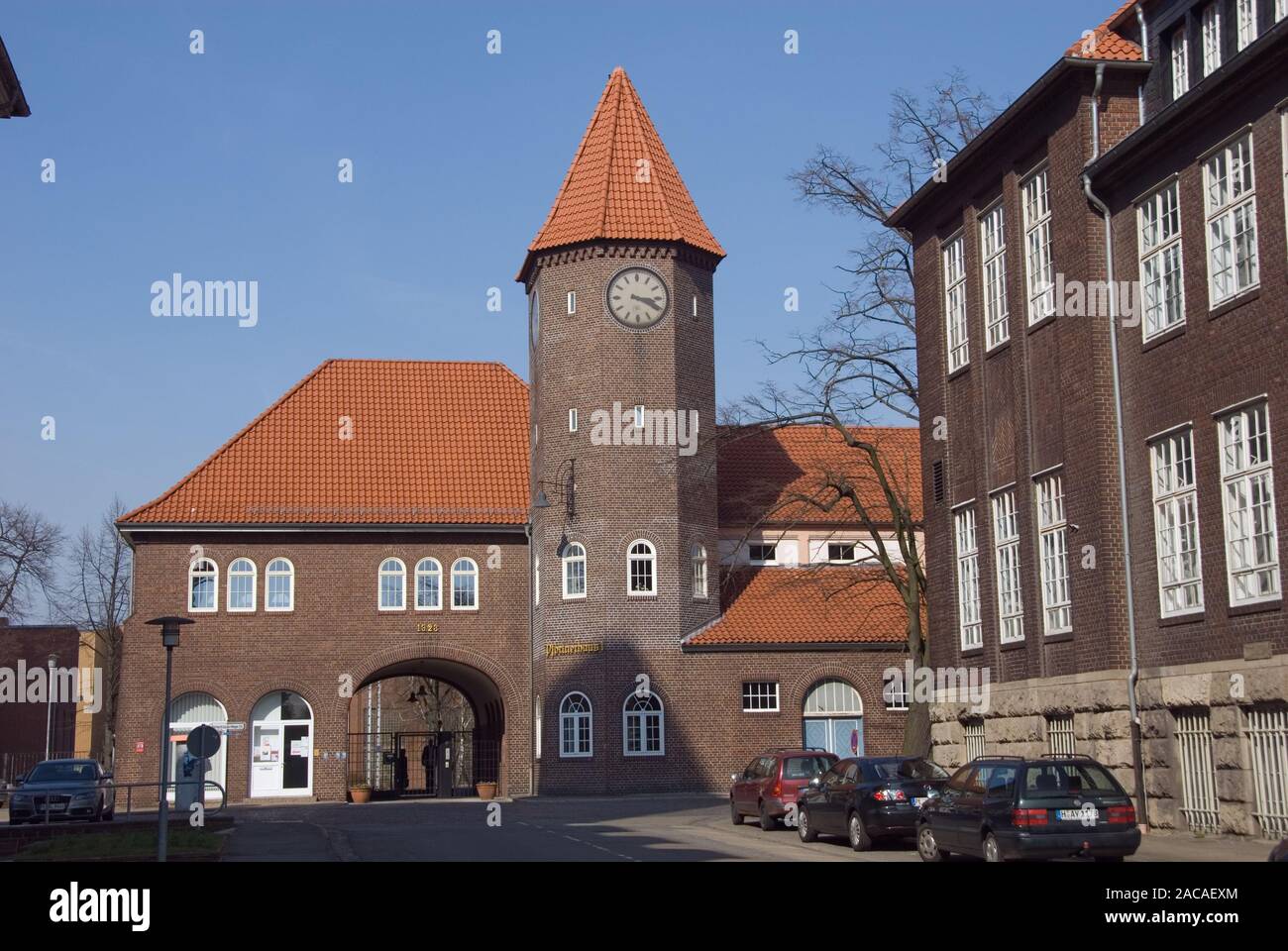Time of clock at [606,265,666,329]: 3:19
